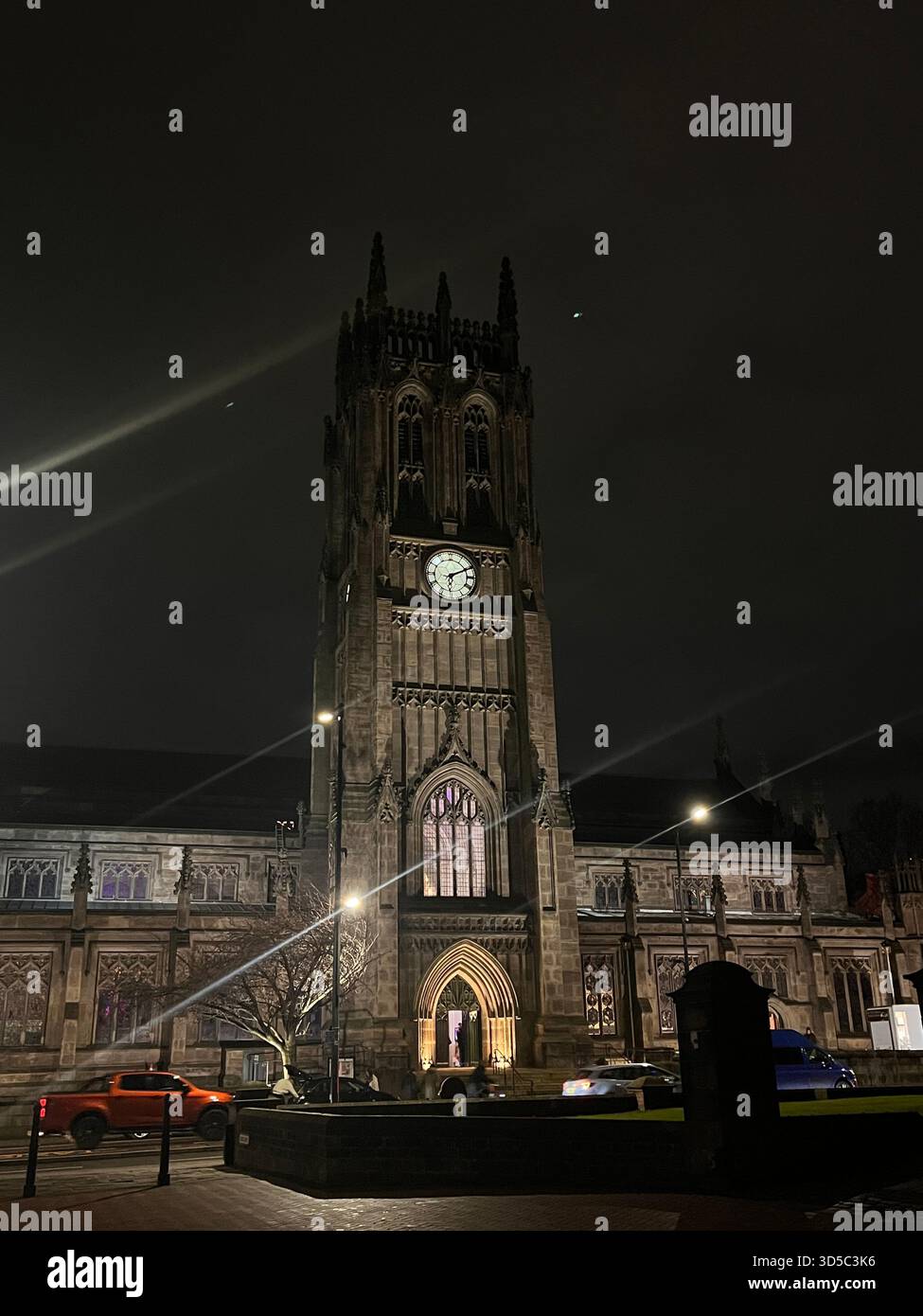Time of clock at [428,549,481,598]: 6:10
